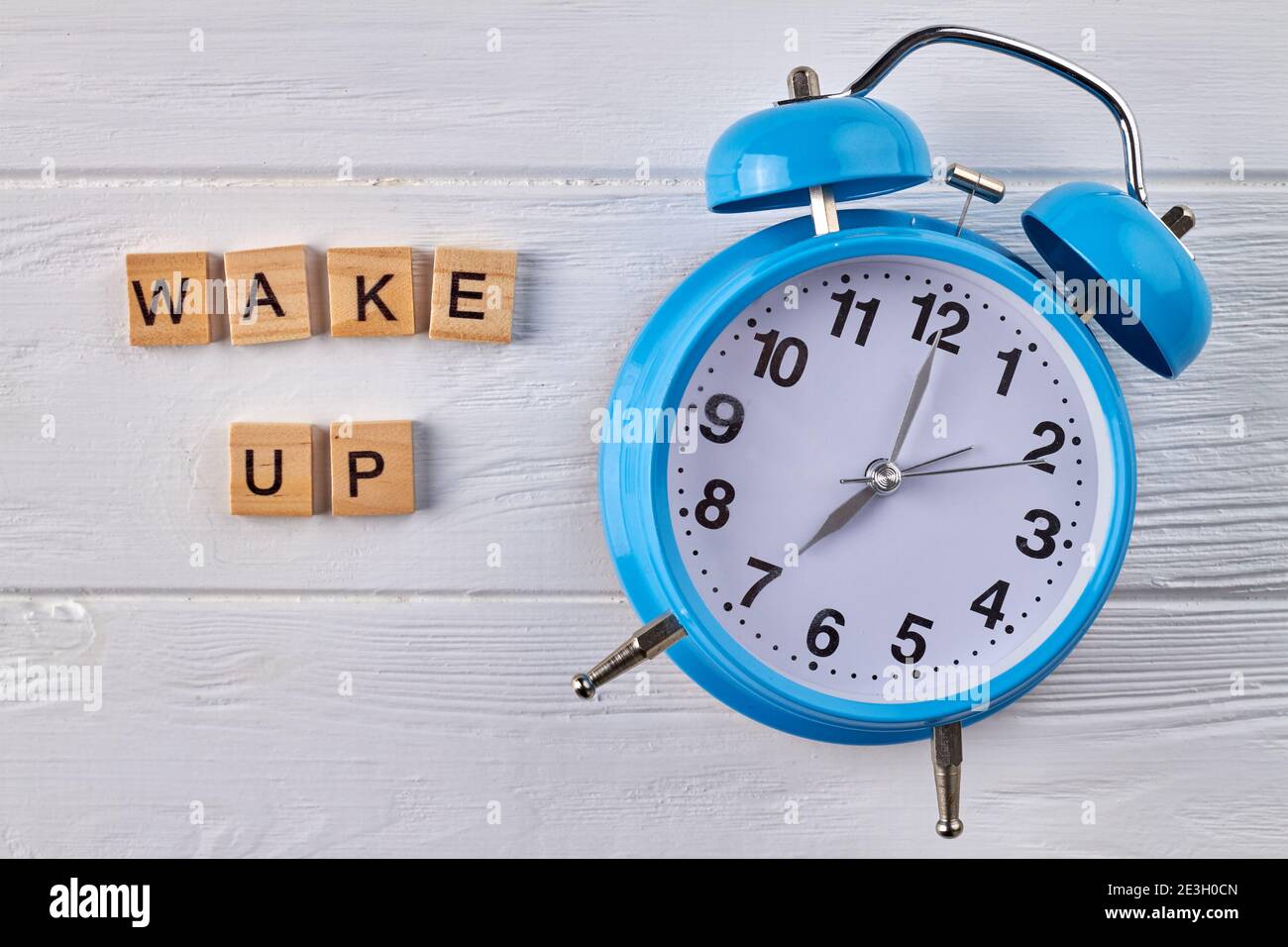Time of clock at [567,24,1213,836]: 7:00
